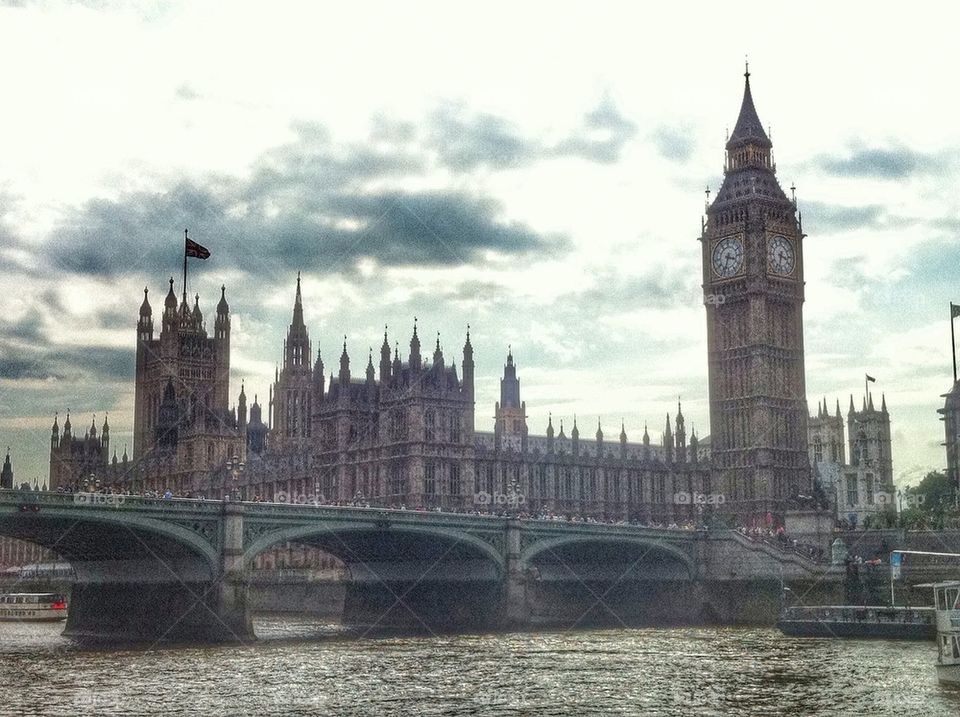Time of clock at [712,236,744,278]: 3:33
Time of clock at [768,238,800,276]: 3:32
